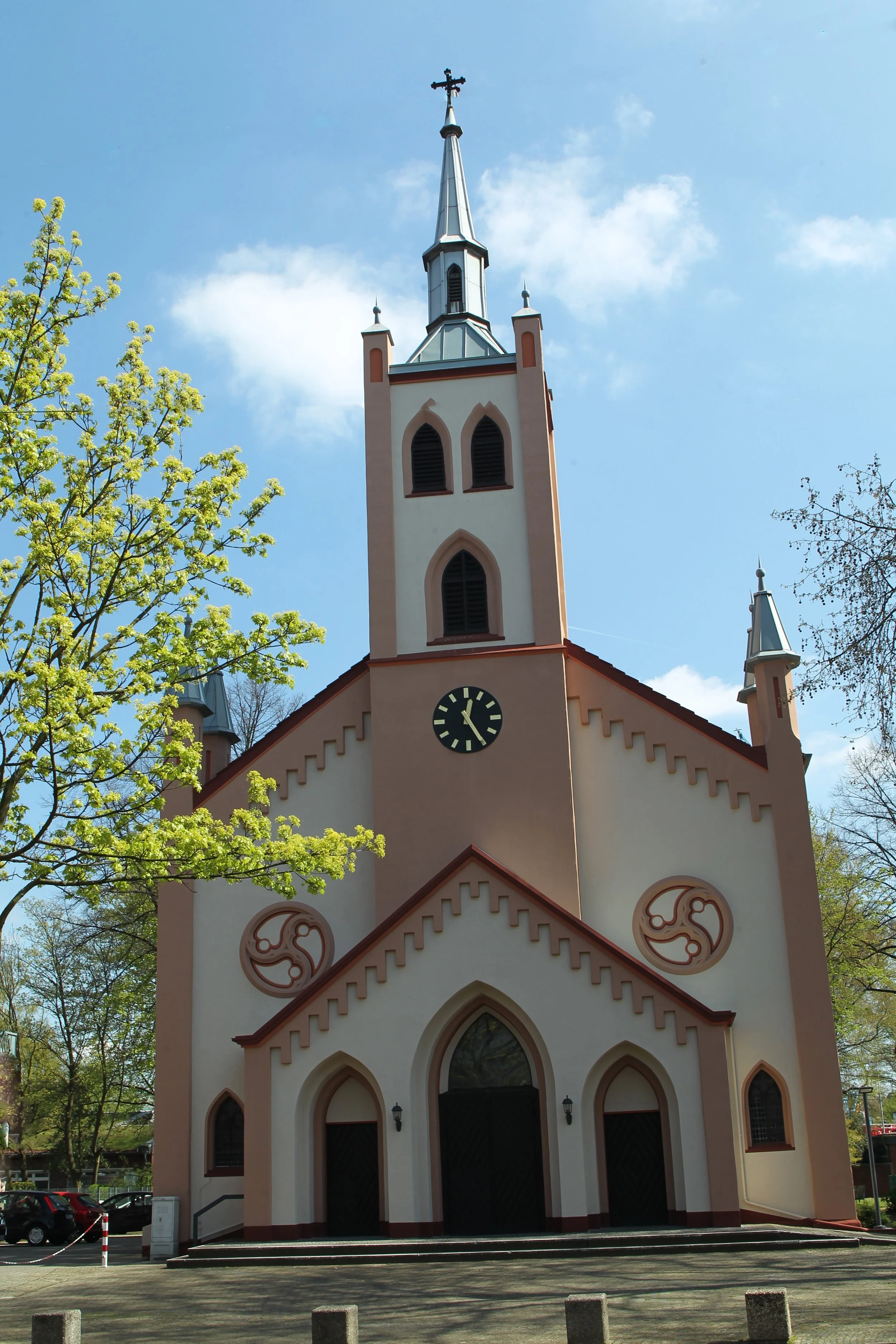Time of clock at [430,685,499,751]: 12:25
